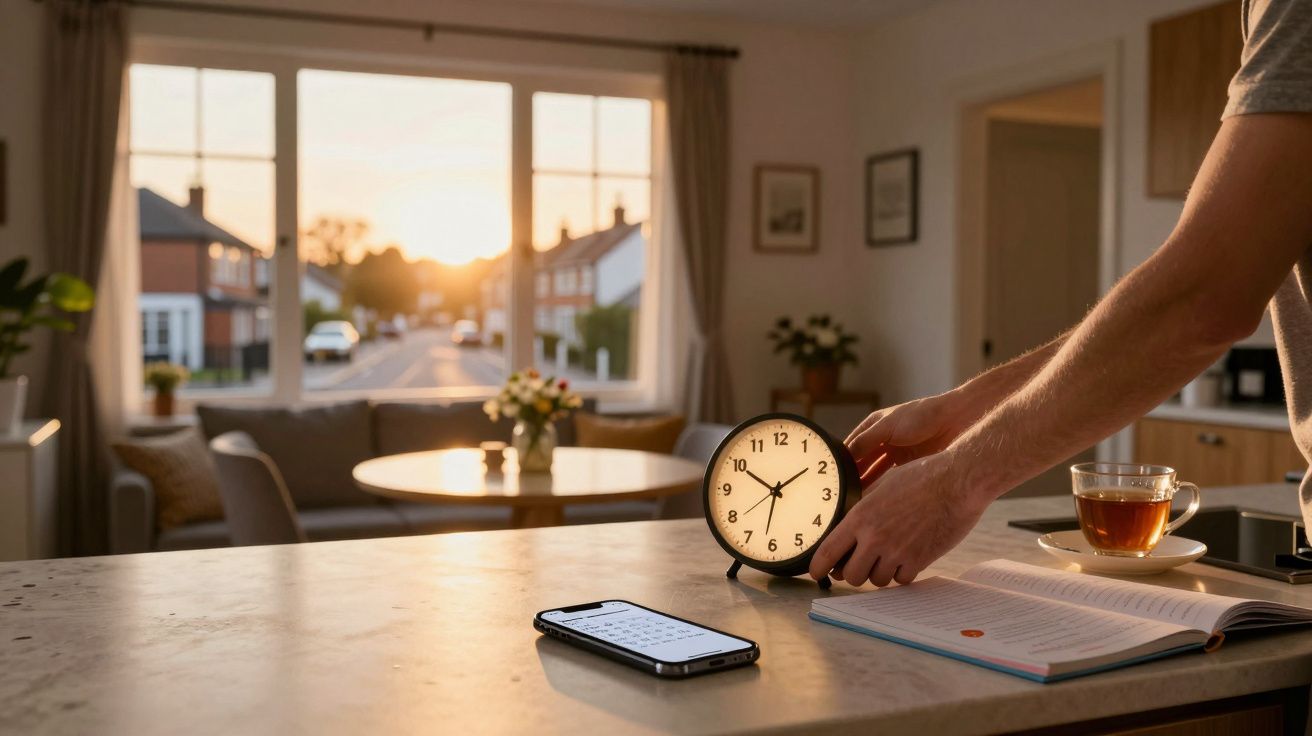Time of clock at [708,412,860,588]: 1:50
